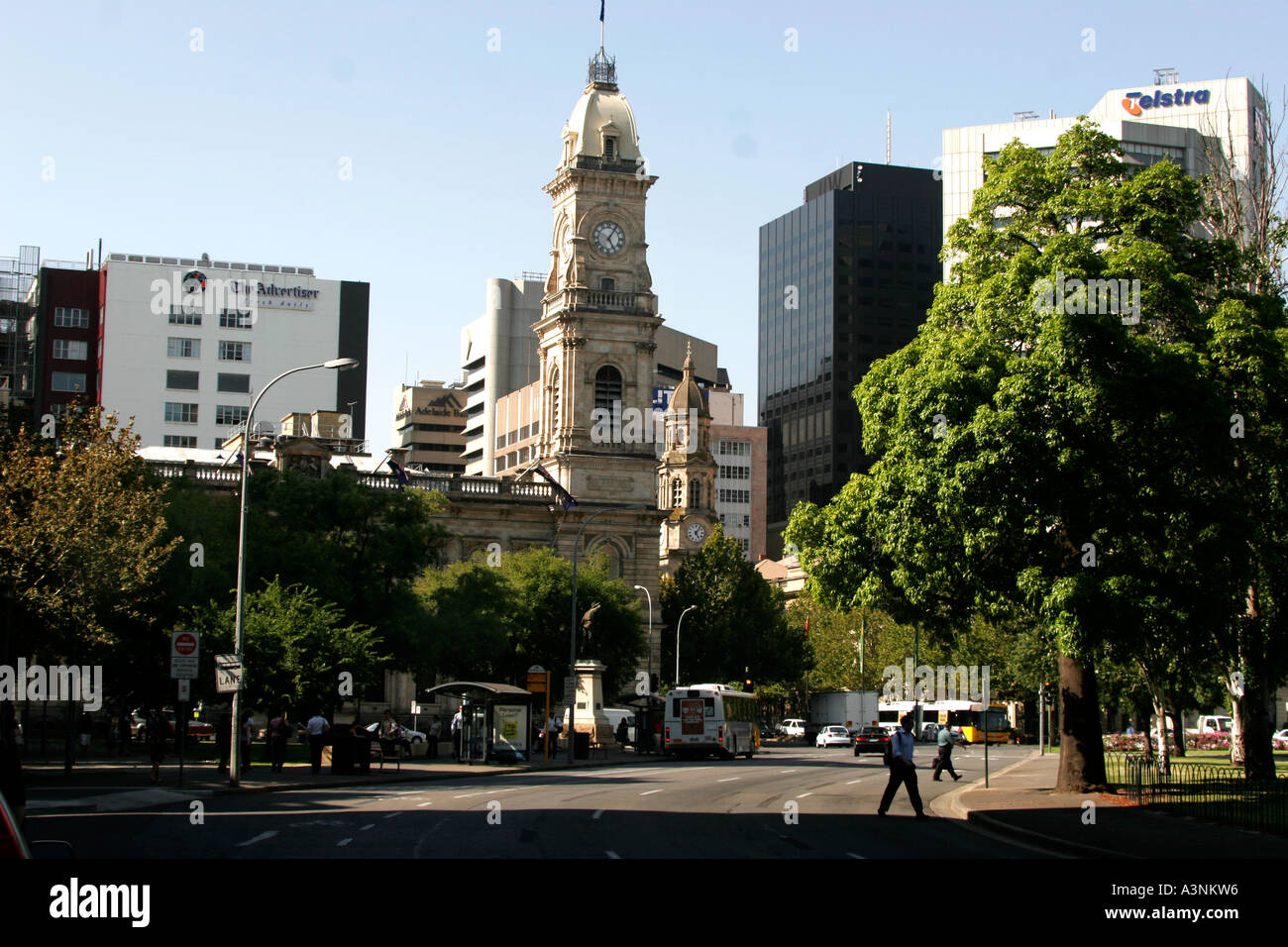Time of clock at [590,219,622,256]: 5:05
